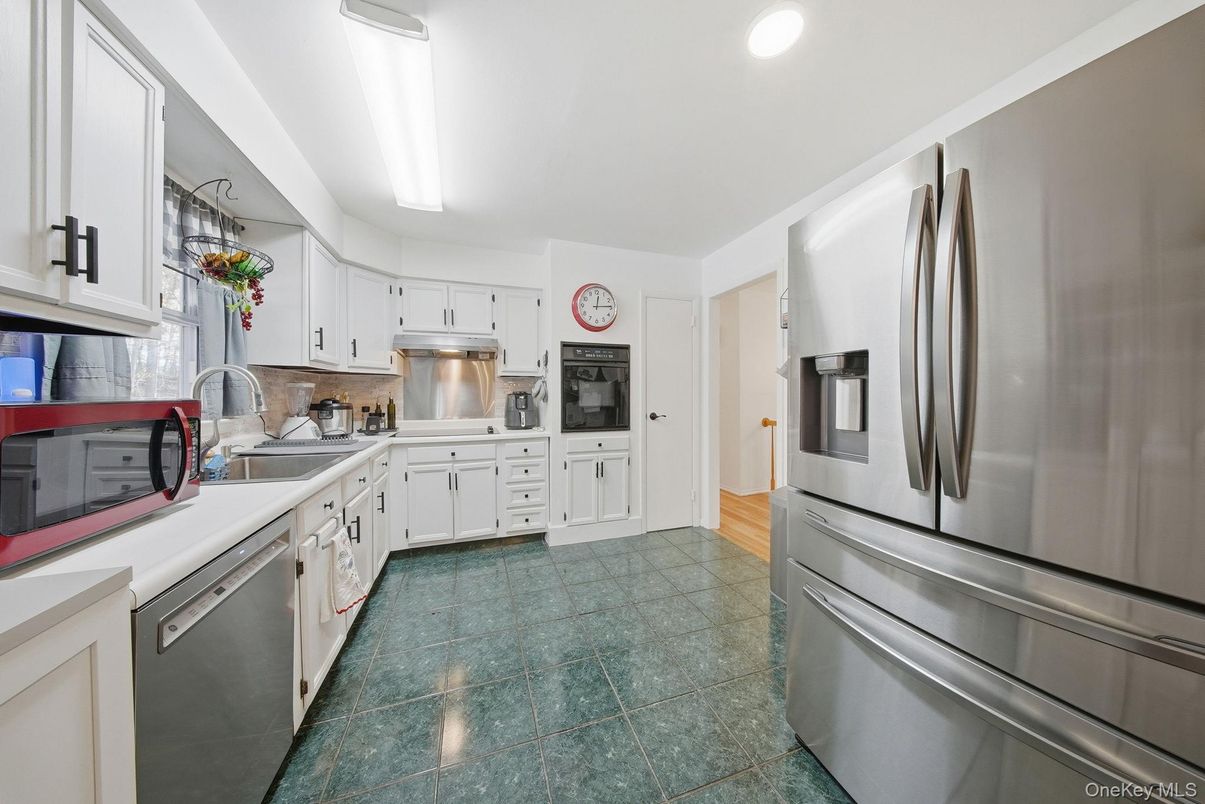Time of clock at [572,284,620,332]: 12:14
